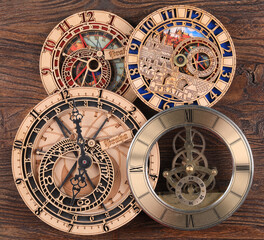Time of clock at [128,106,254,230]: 7:59
